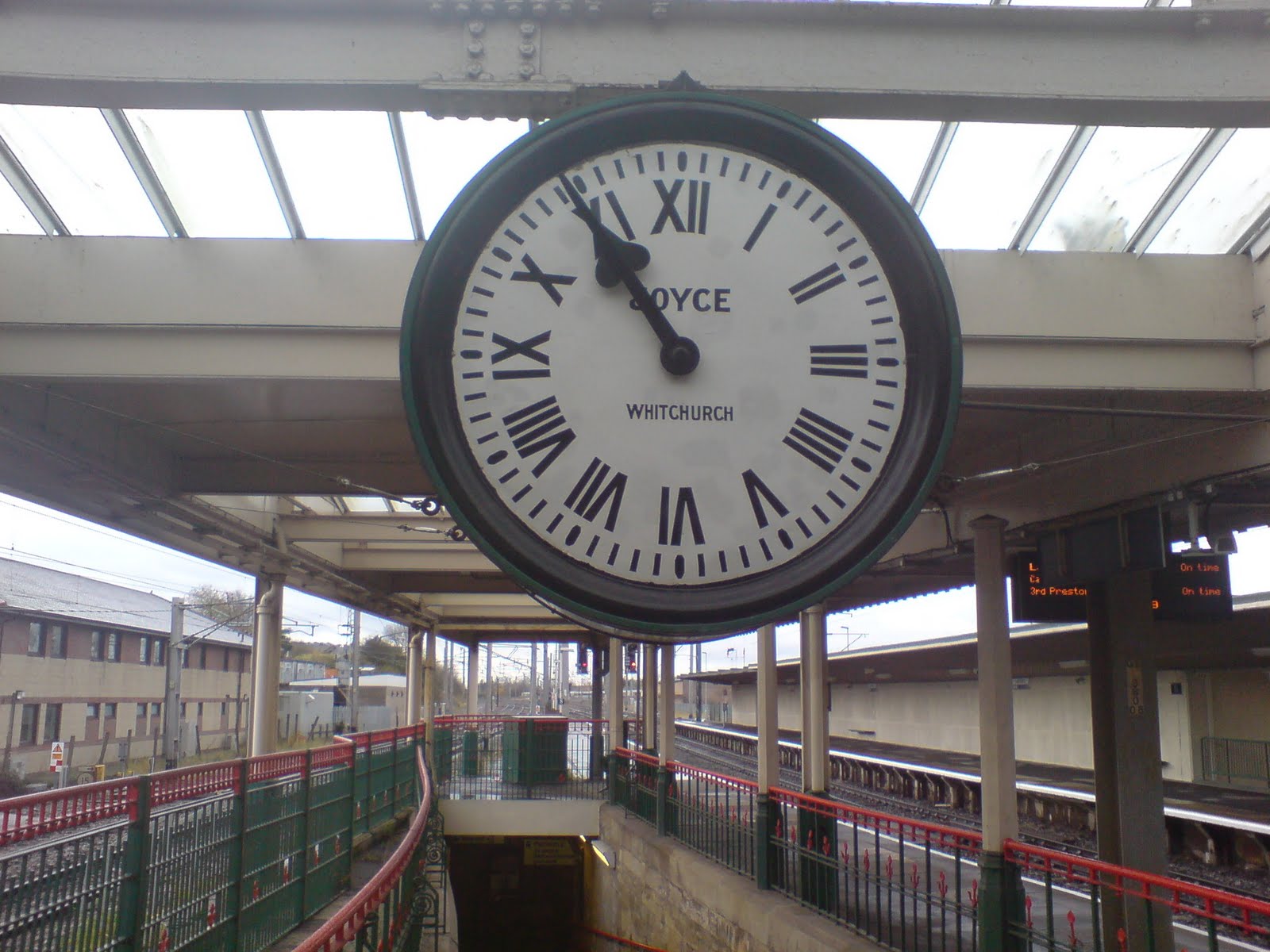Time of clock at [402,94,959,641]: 10:54
